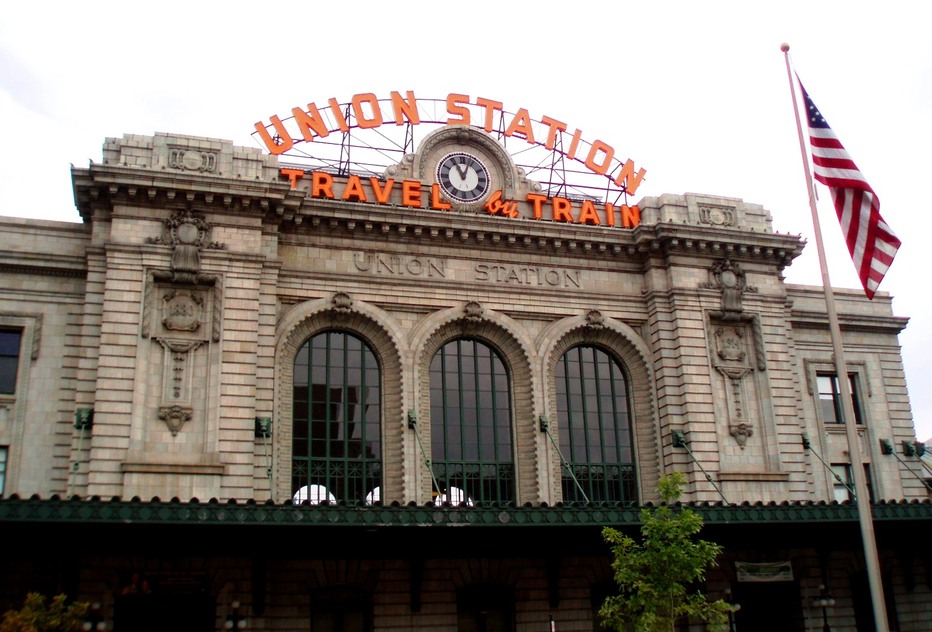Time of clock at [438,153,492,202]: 11:03
